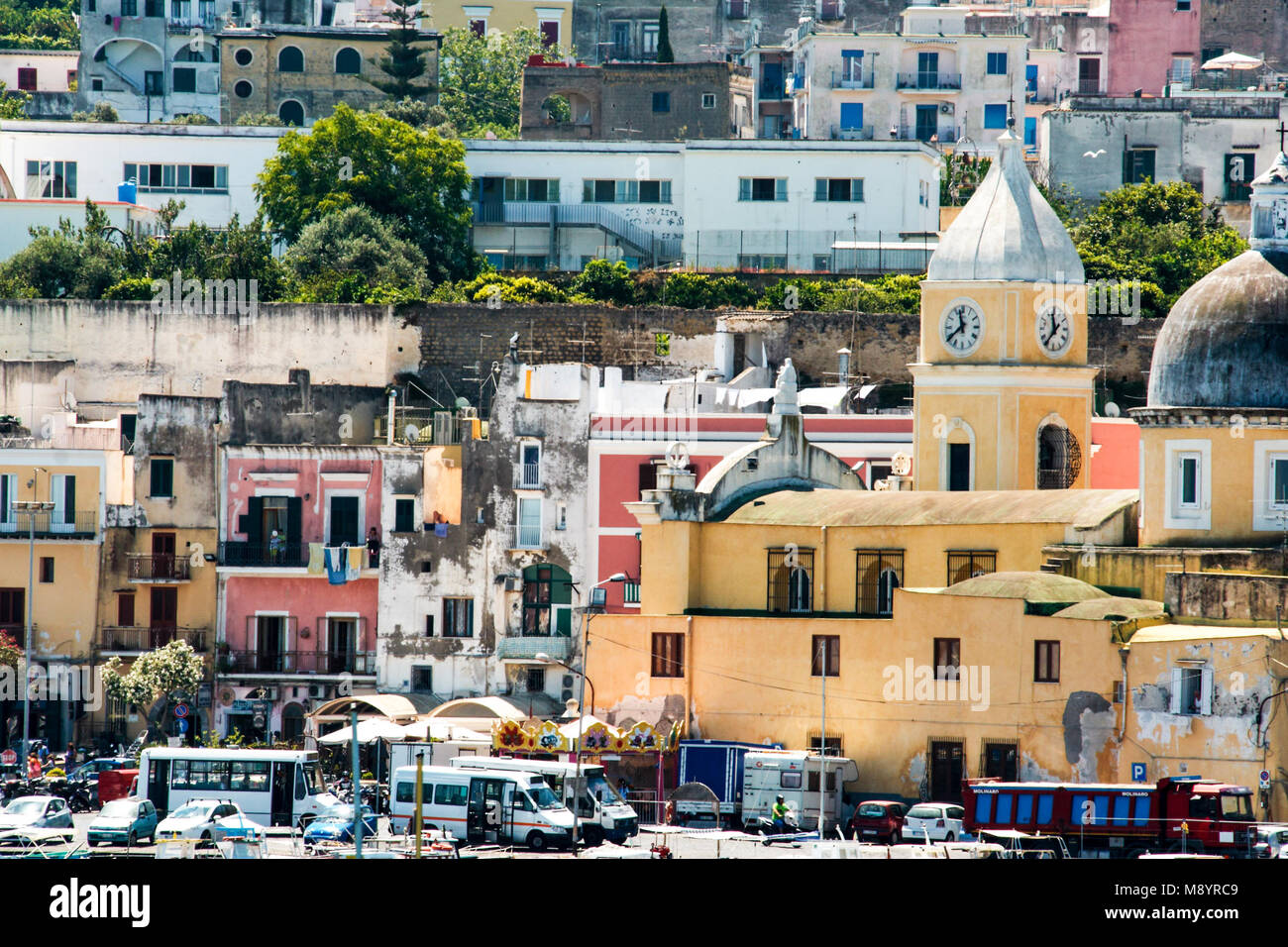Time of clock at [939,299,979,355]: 11:38
